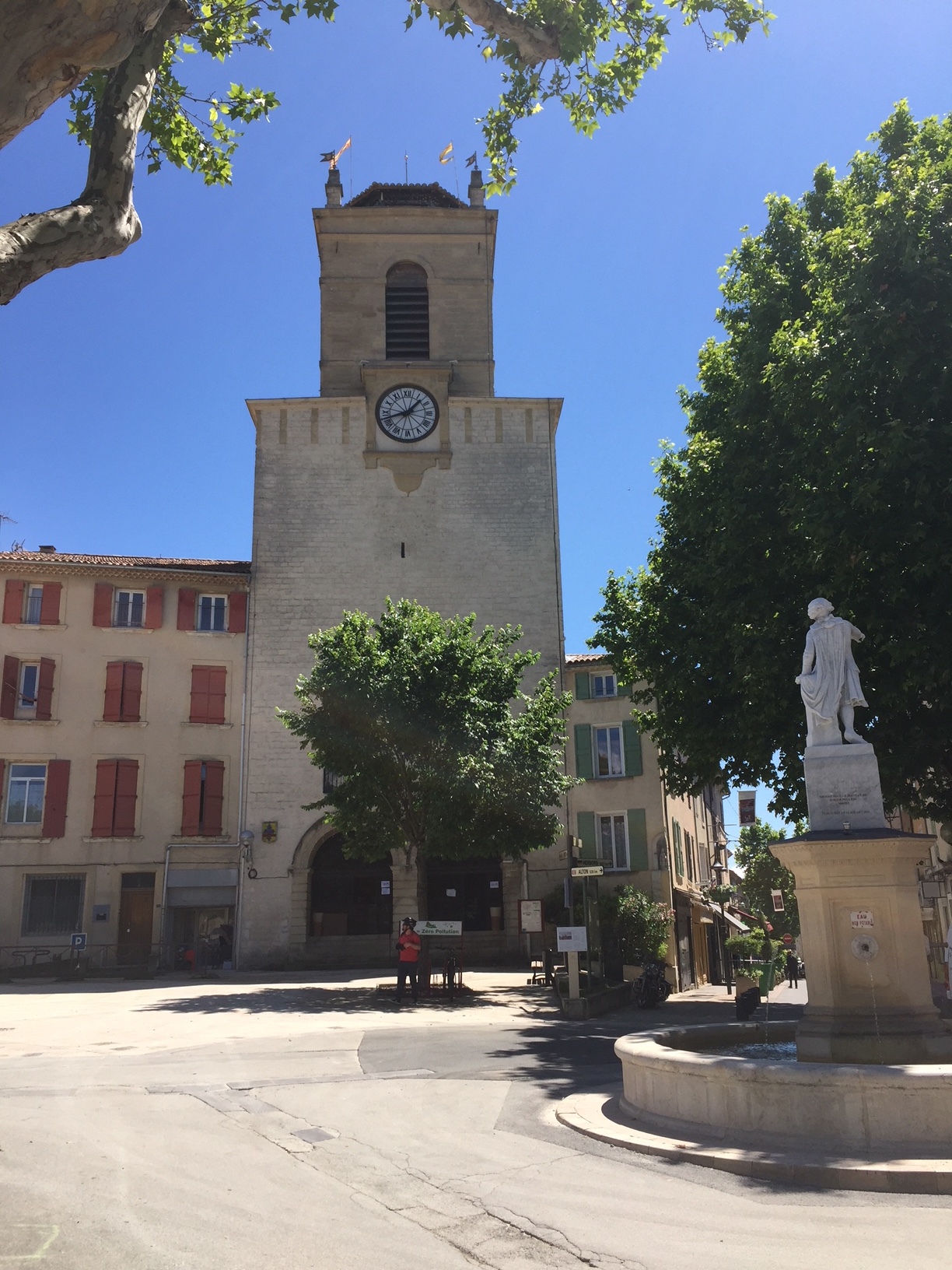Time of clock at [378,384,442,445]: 1:42
